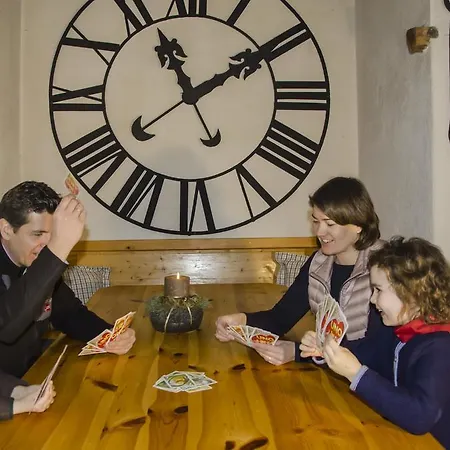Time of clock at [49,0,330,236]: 11:09
